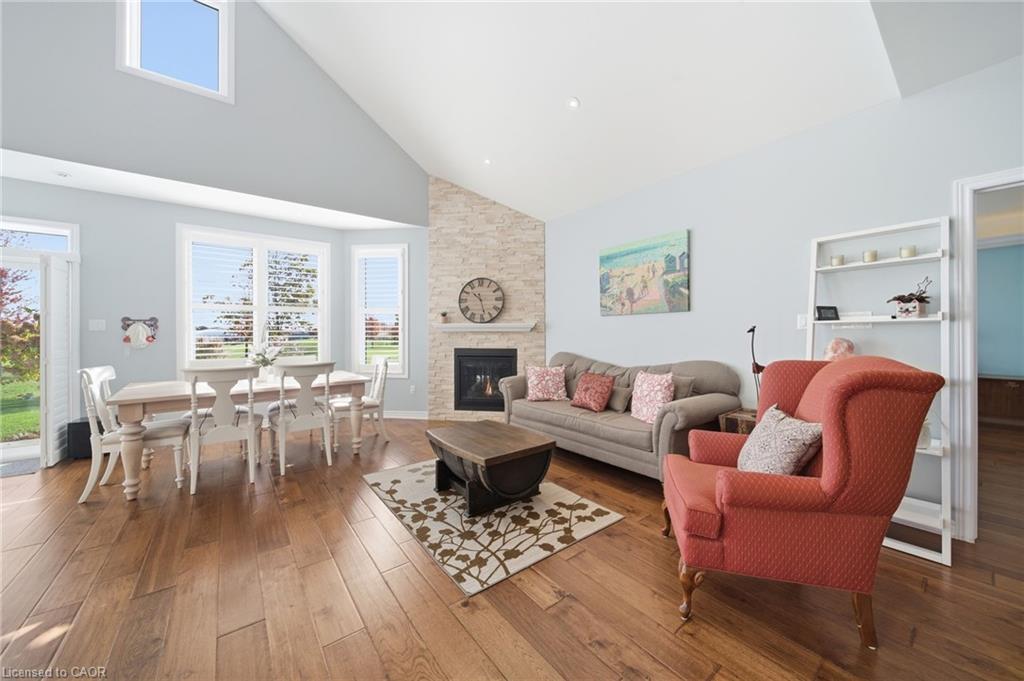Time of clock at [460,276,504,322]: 10:27
